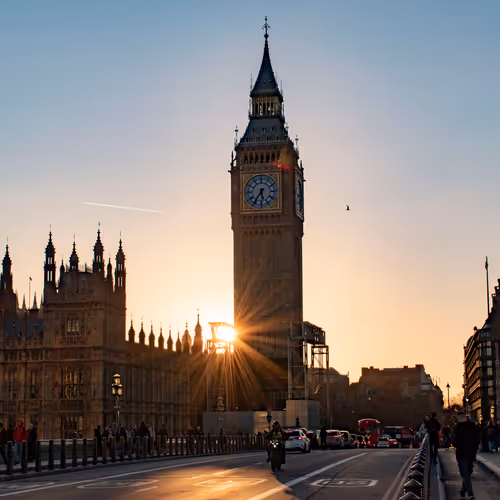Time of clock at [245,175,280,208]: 5:35
